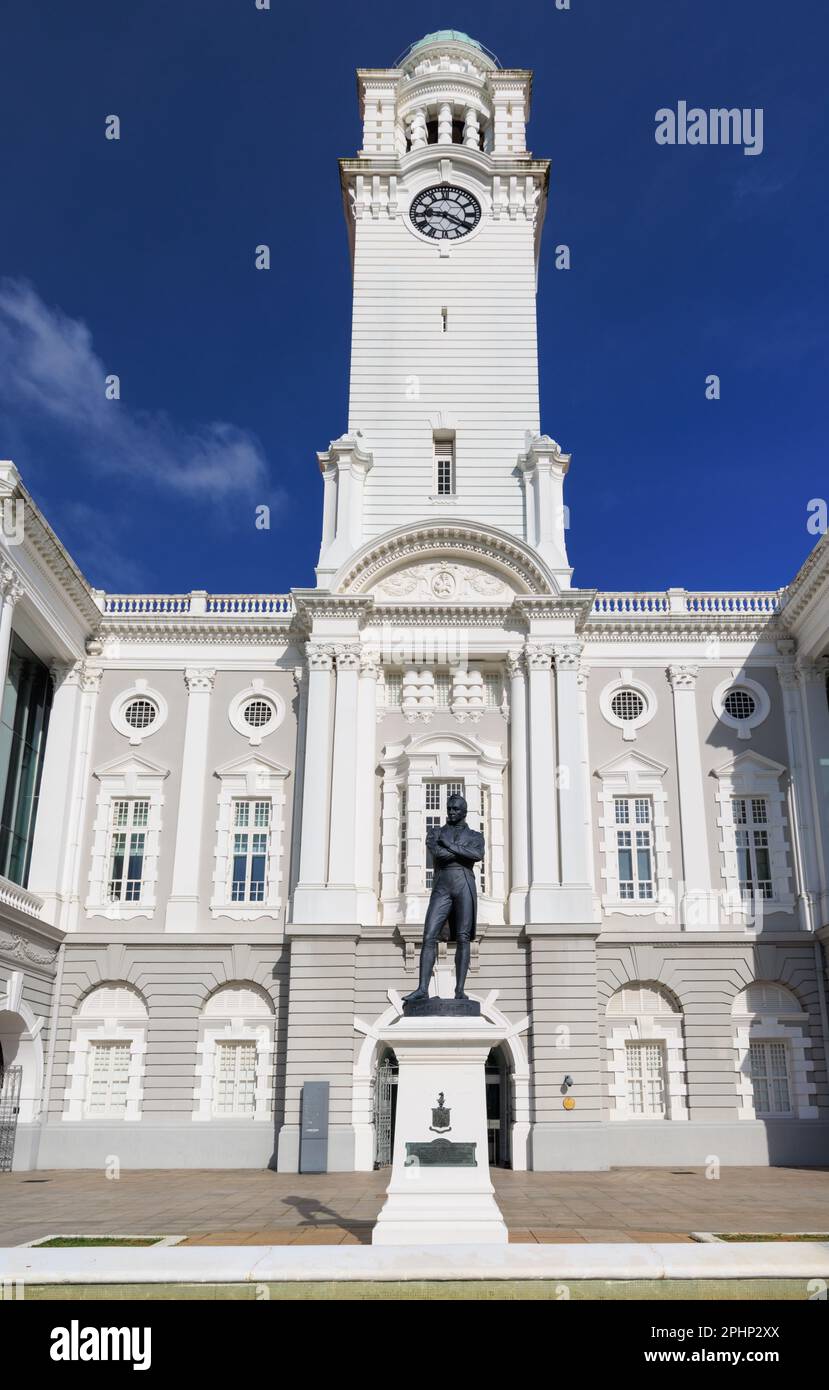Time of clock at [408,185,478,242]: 9:20
